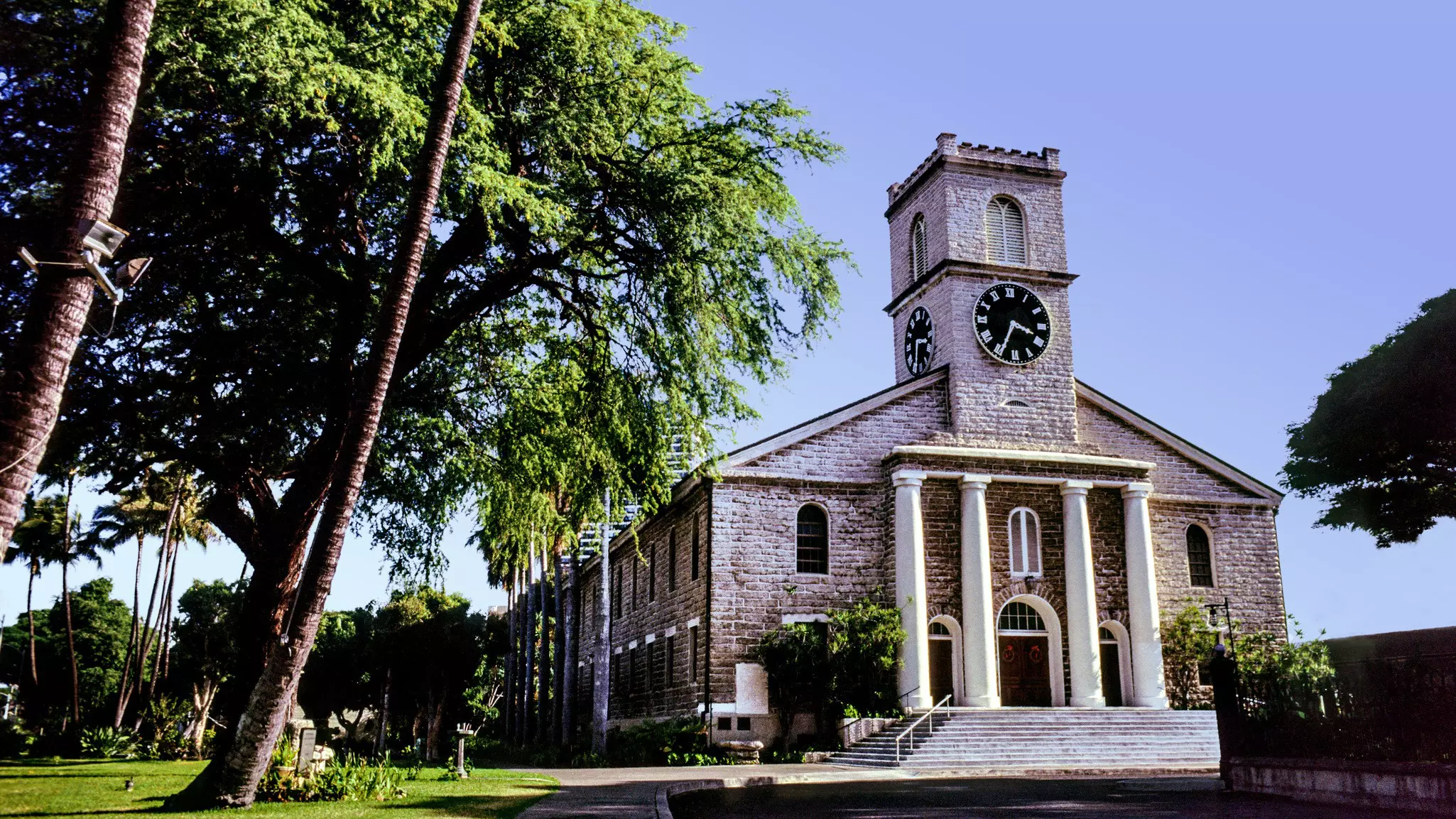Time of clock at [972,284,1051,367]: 3:34
